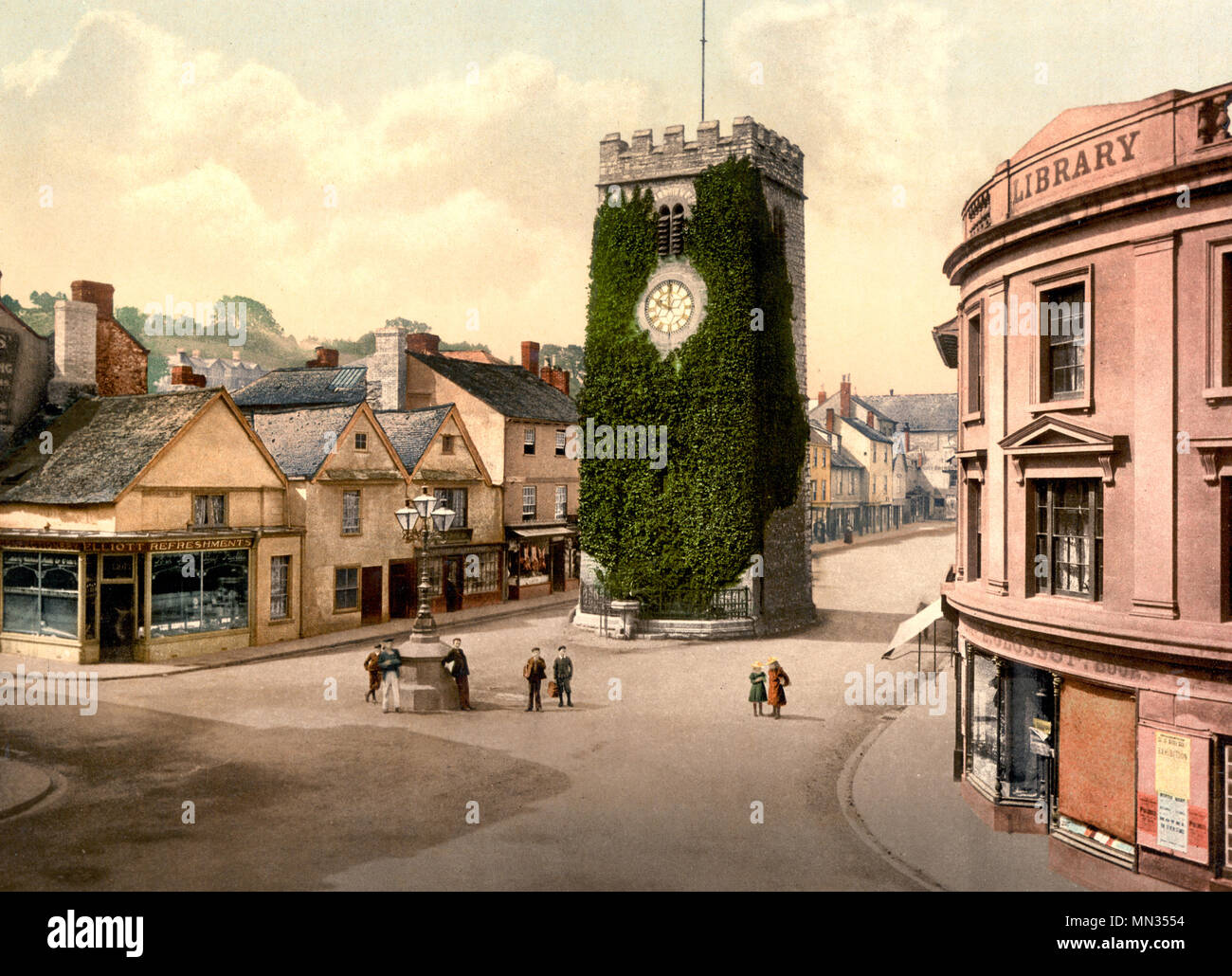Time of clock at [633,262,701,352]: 10:00
